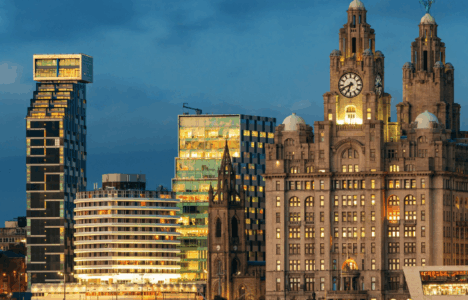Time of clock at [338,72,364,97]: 6:41
